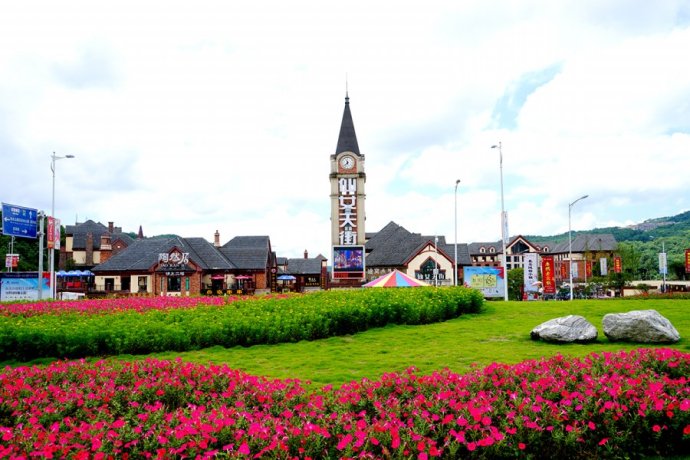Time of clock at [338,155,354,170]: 11:37
